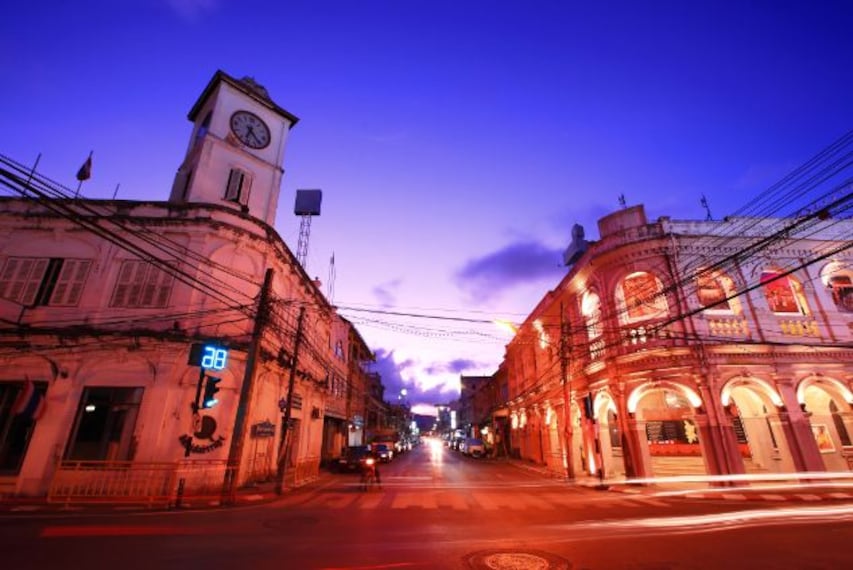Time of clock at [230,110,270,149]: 7:25
